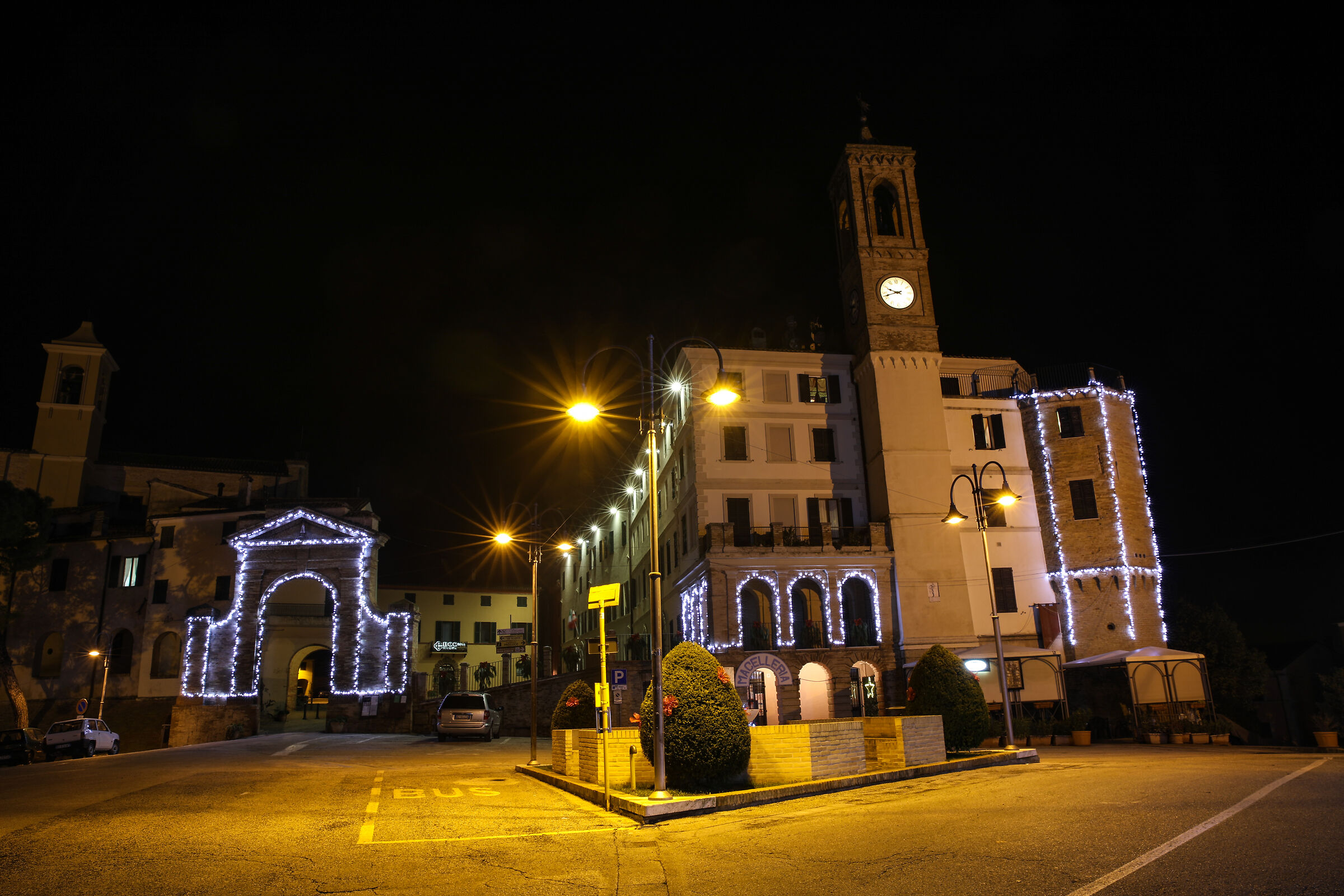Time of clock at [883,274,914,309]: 9:42
